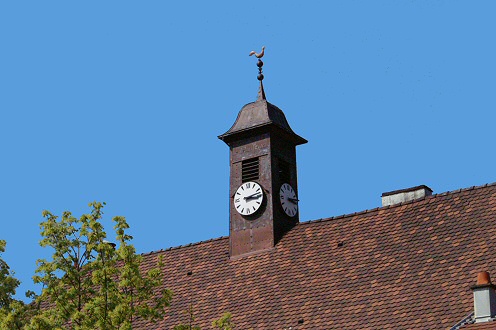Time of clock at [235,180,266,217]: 3:12
